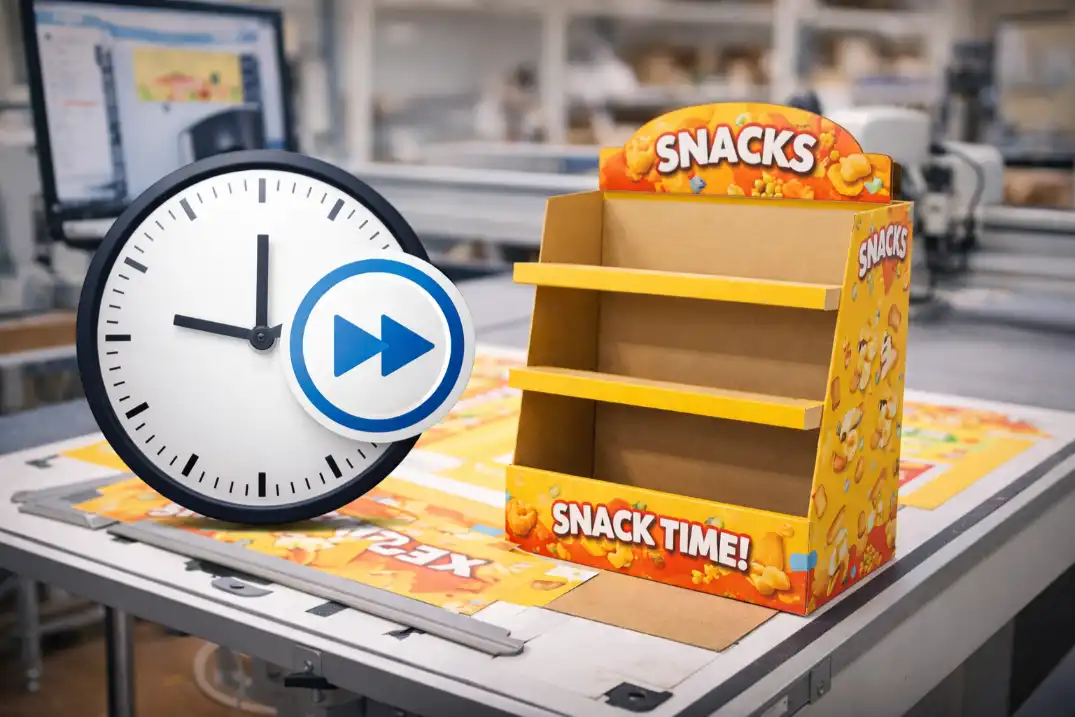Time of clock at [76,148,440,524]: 11:46
